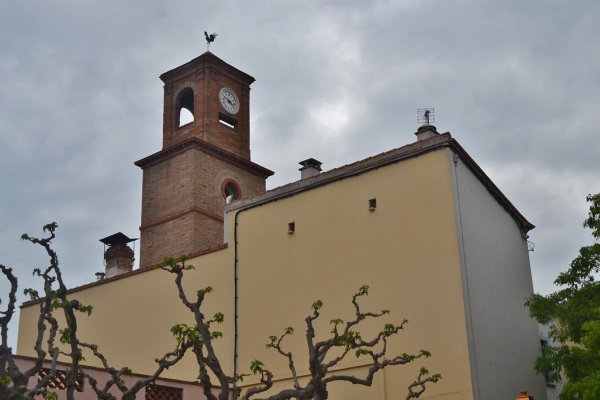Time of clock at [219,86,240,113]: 3:48
